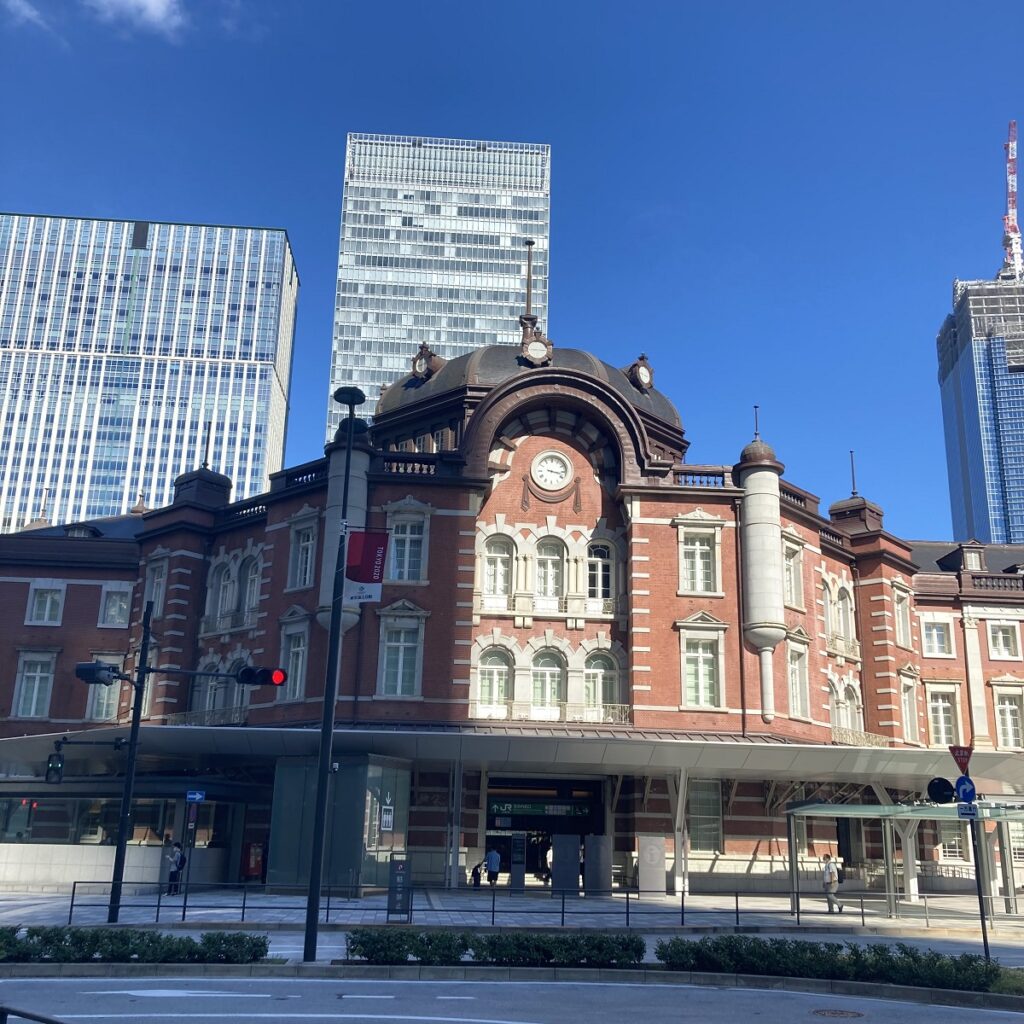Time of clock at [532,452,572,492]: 3:17
